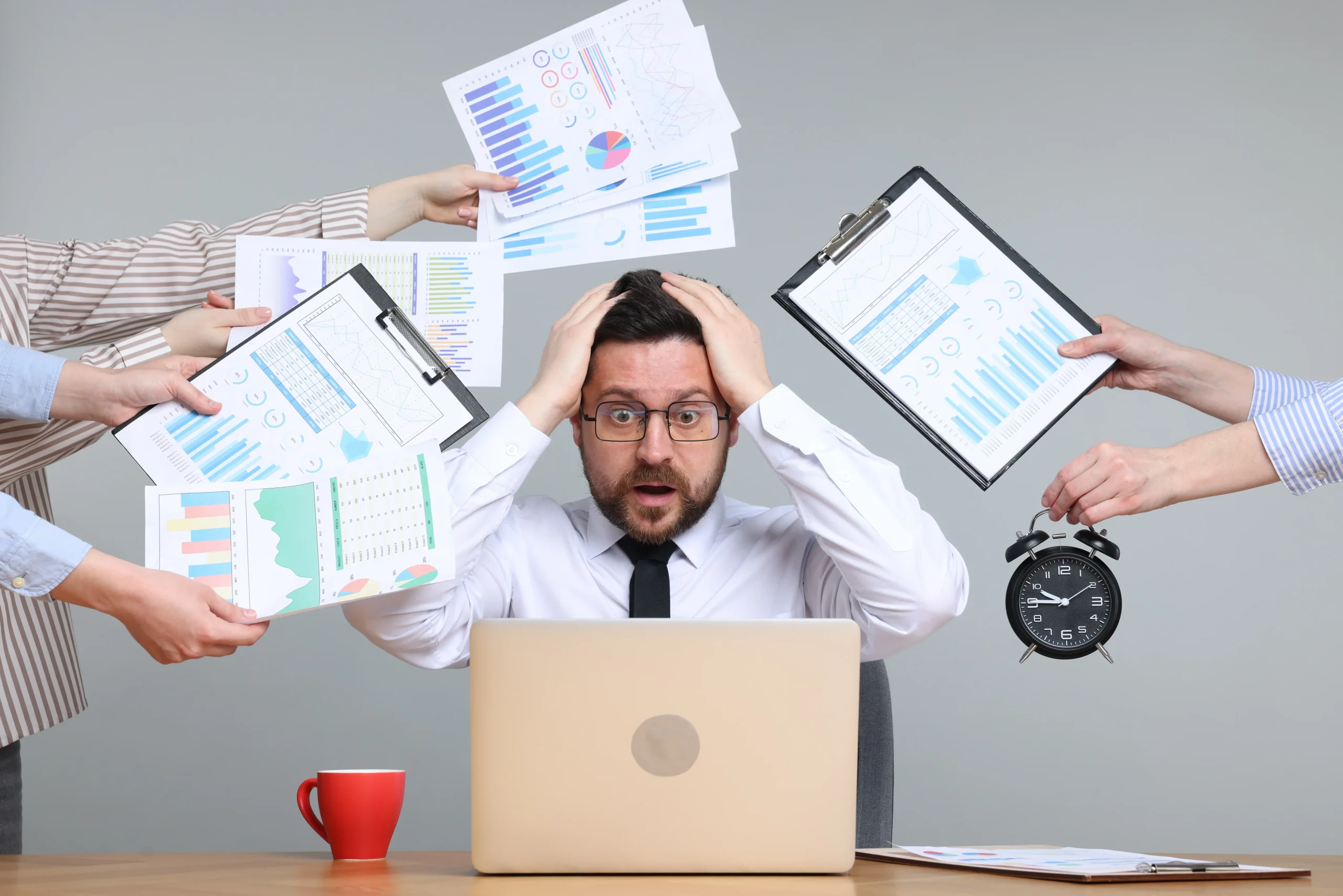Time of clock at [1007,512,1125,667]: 9:45
